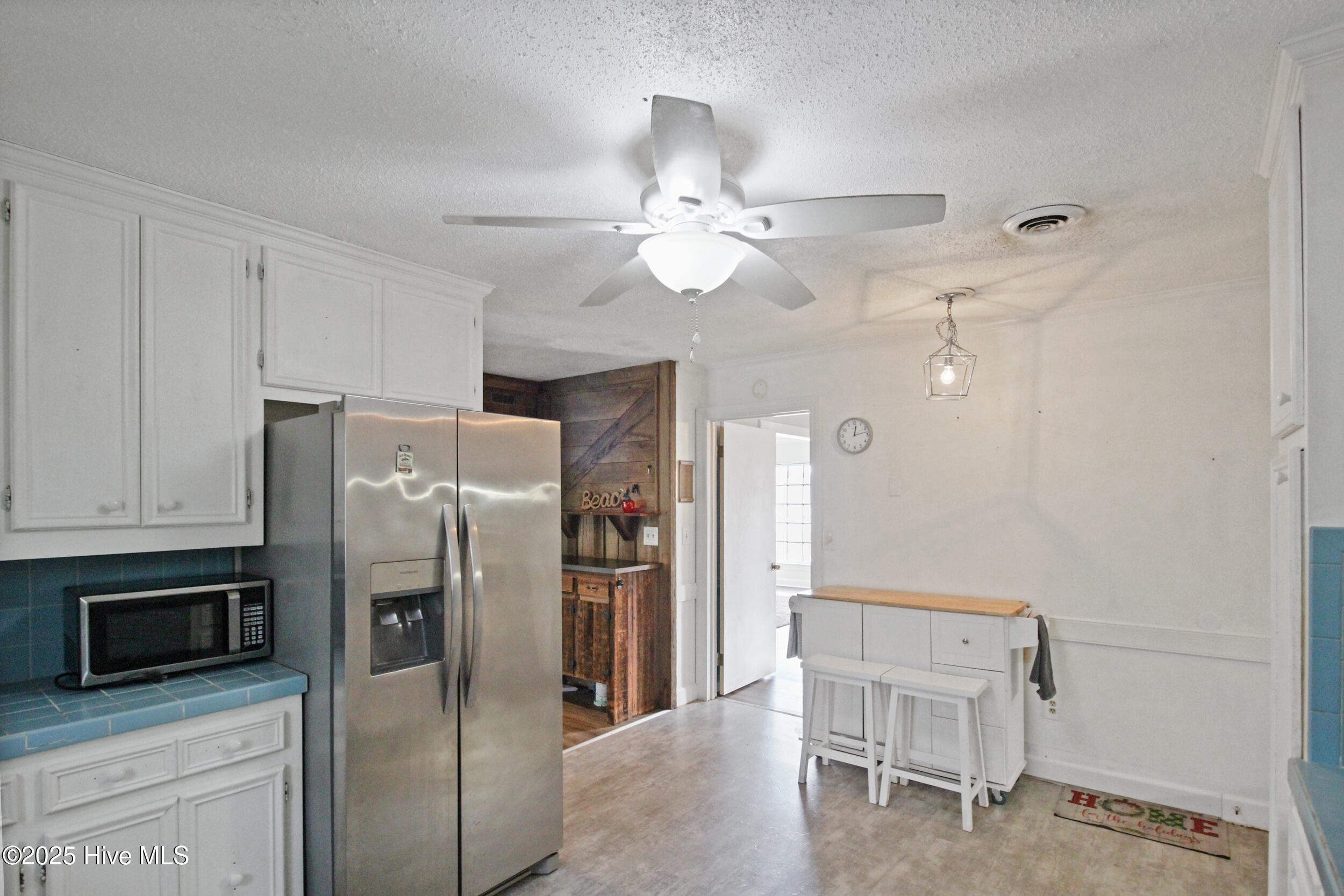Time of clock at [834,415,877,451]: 12:12
